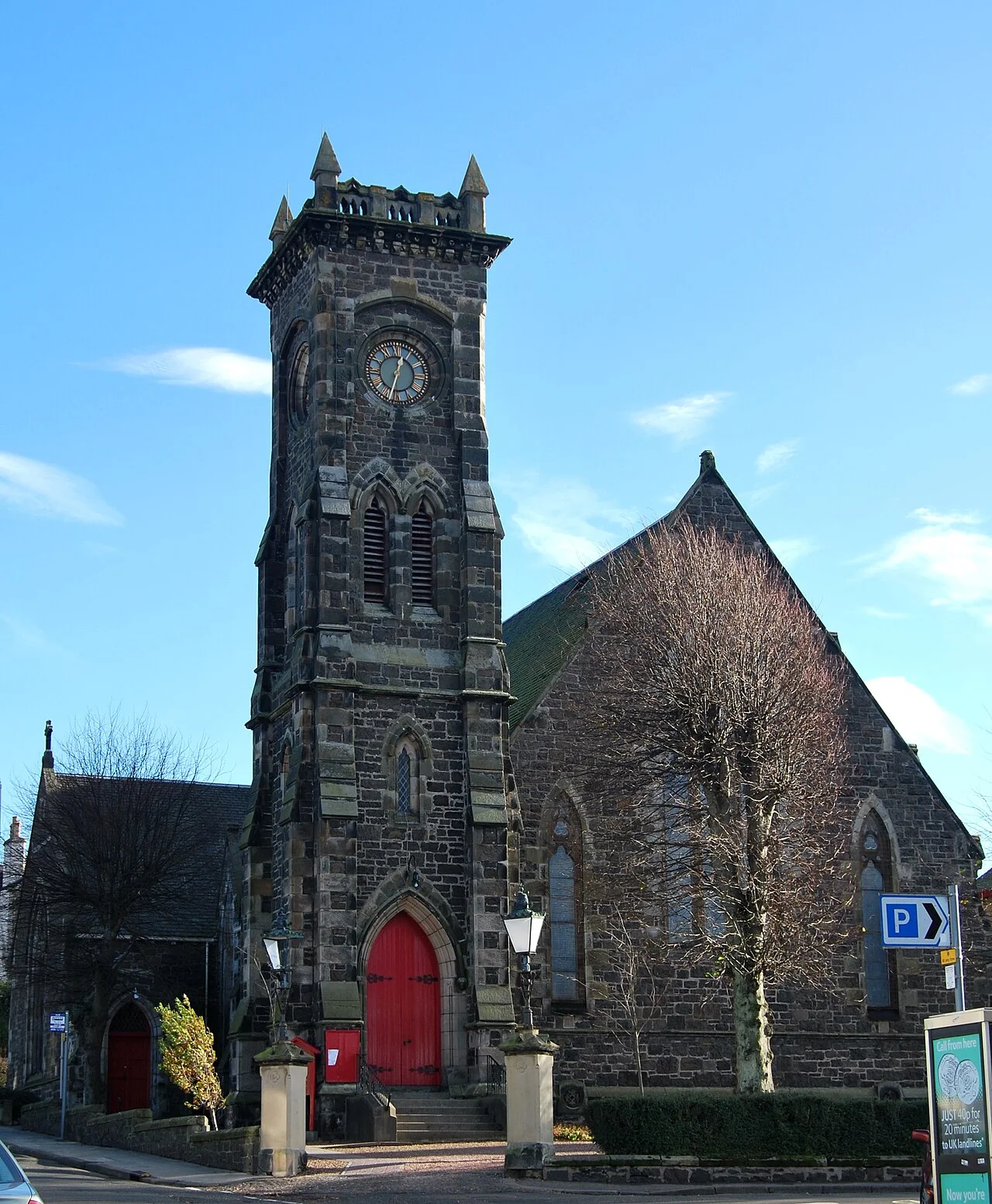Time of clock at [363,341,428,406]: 12:32
